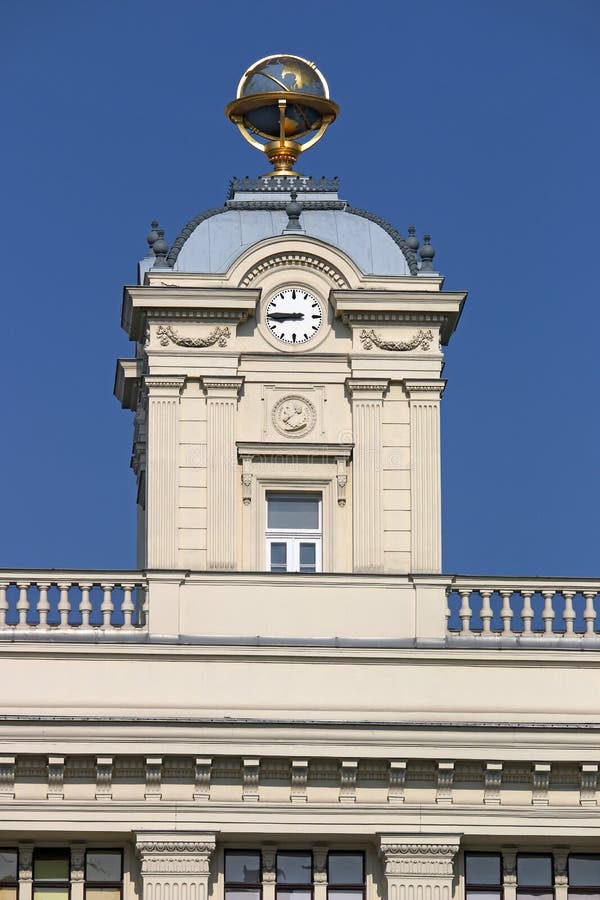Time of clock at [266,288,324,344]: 8:45
